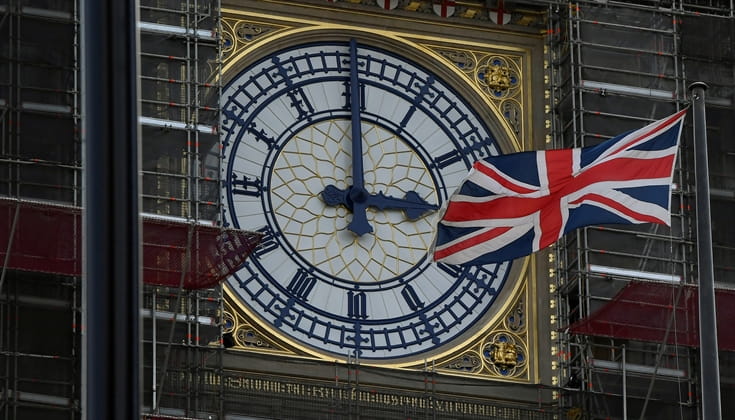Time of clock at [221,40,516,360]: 3:00
